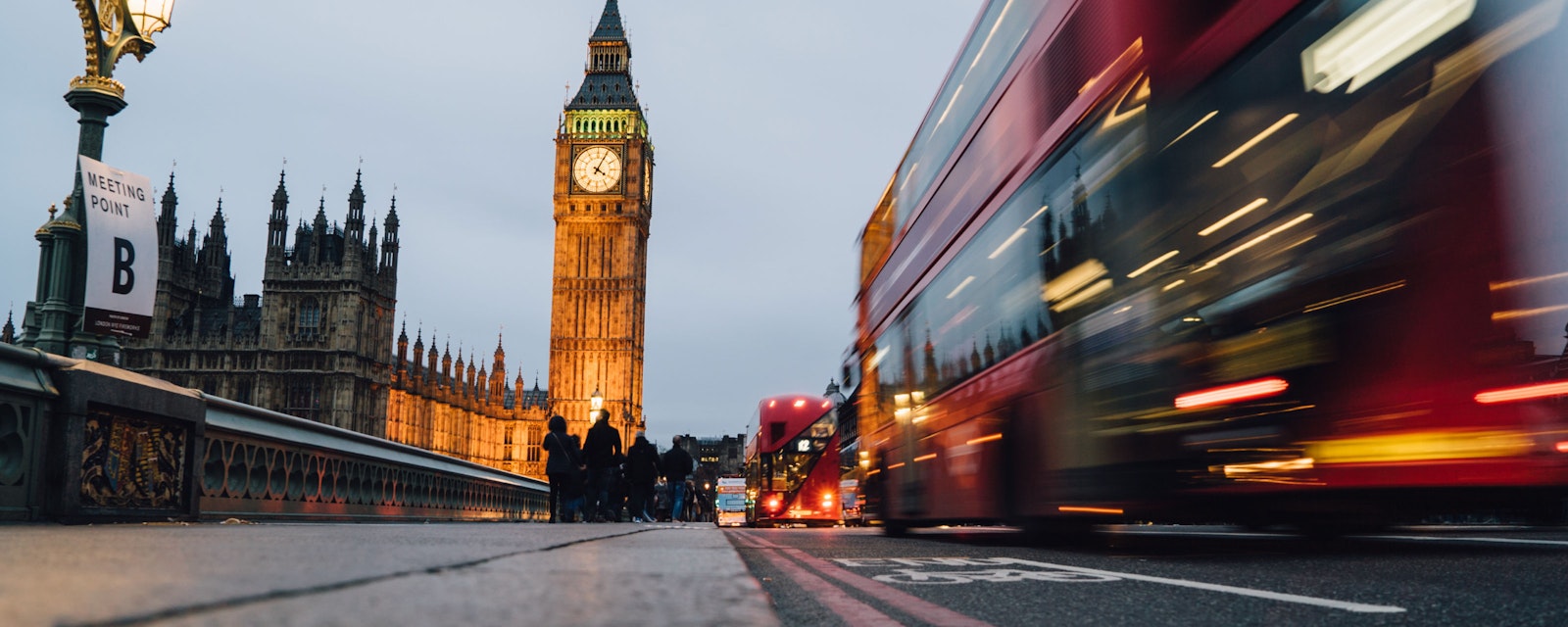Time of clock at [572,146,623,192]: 4:04
